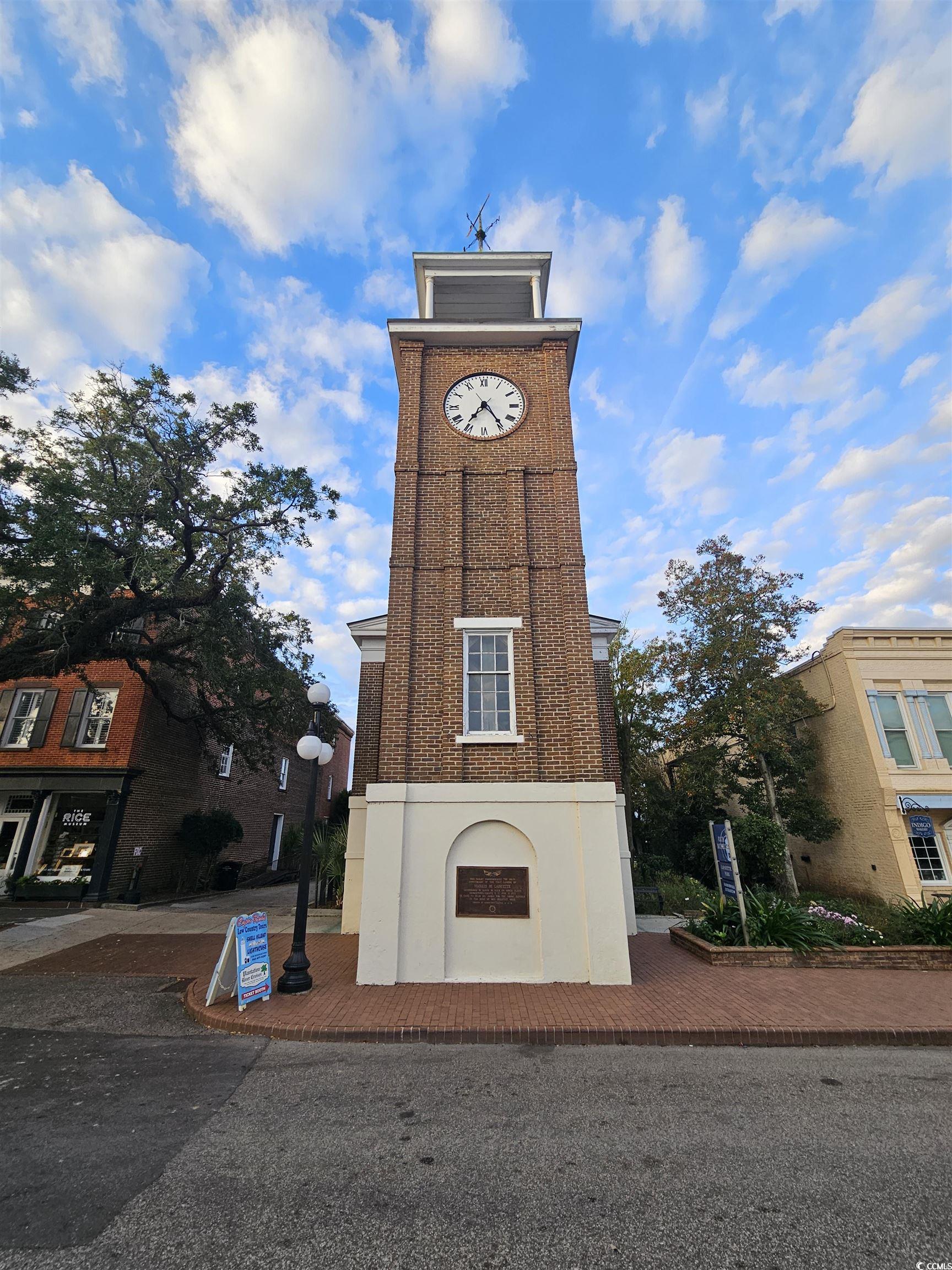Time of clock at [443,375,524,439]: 7:24
